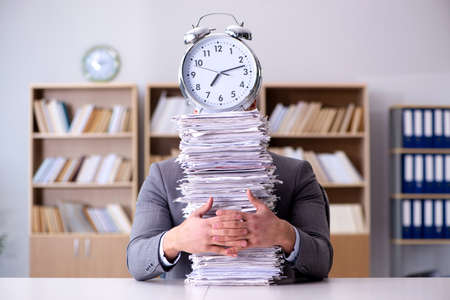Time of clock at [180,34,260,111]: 7:12
